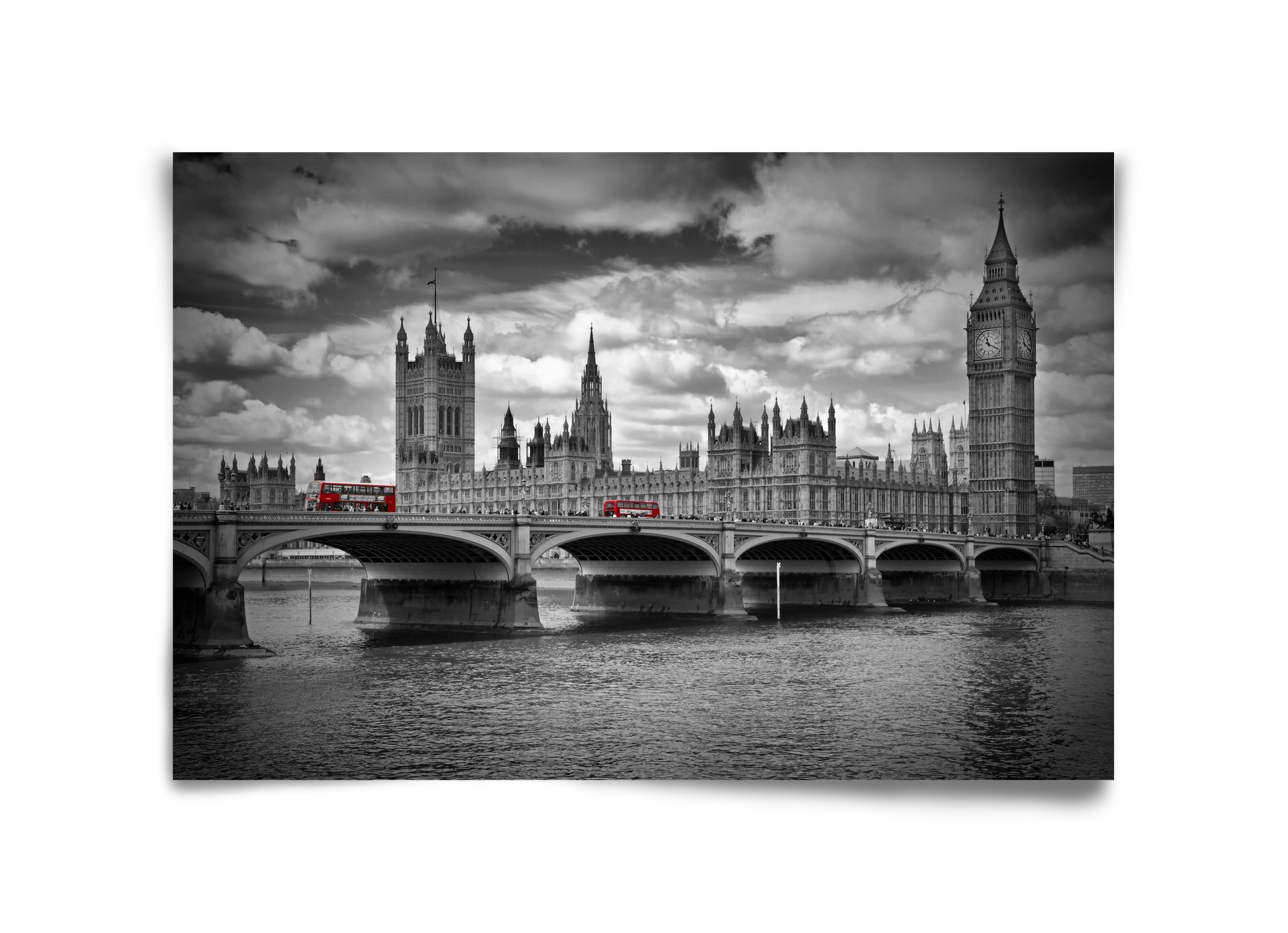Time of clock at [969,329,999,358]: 11:19
